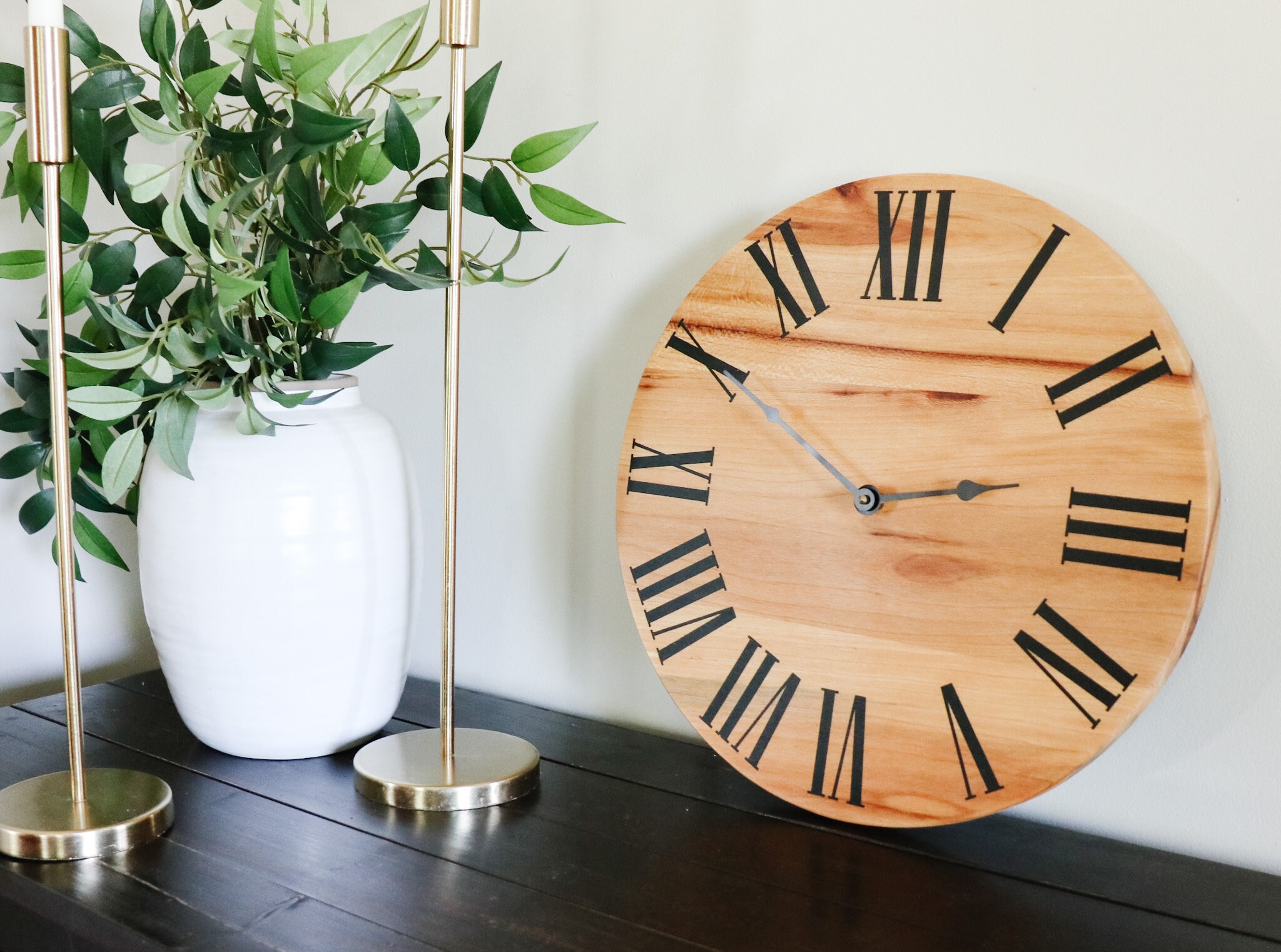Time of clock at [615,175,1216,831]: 2:50
